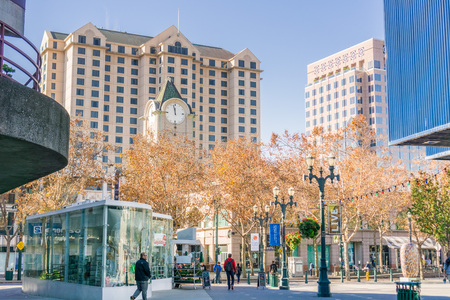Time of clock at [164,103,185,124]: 11:57
